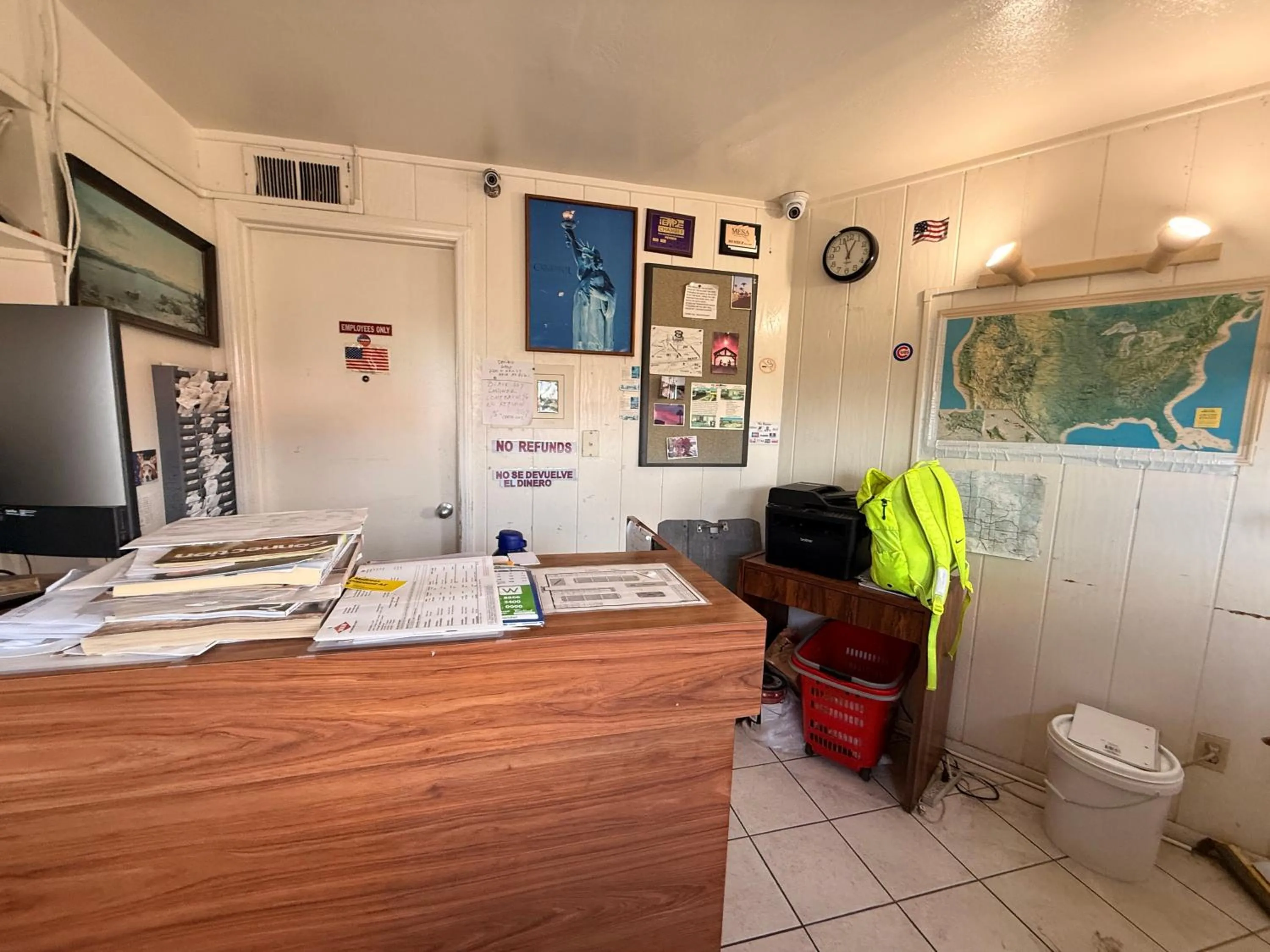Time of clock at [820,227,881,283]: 12:57
